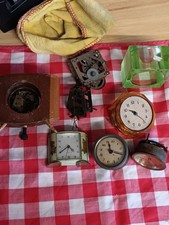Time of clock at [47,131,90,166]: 4:39
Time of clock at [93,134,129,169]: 11:16
